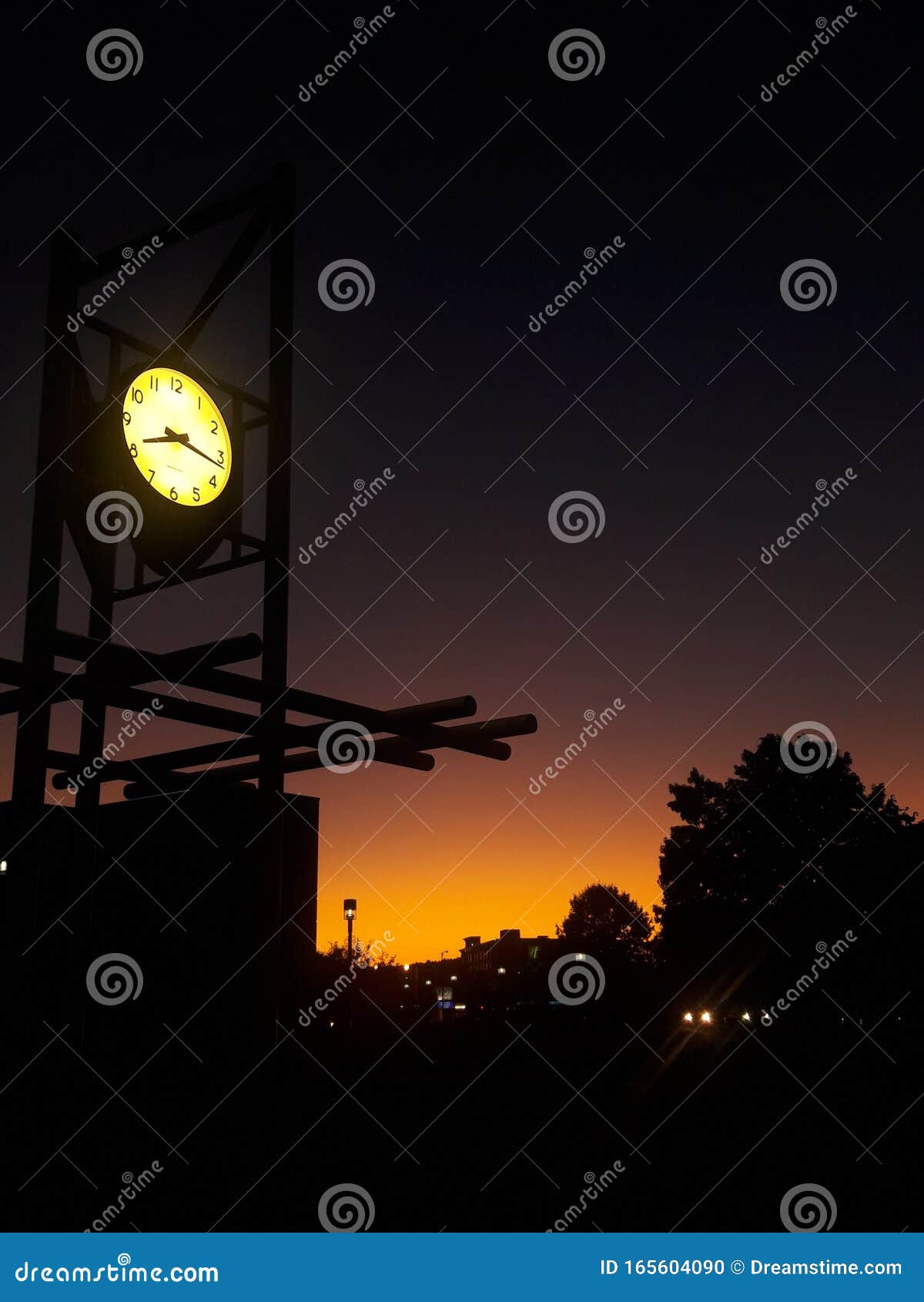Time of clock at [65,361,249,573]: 8:16
